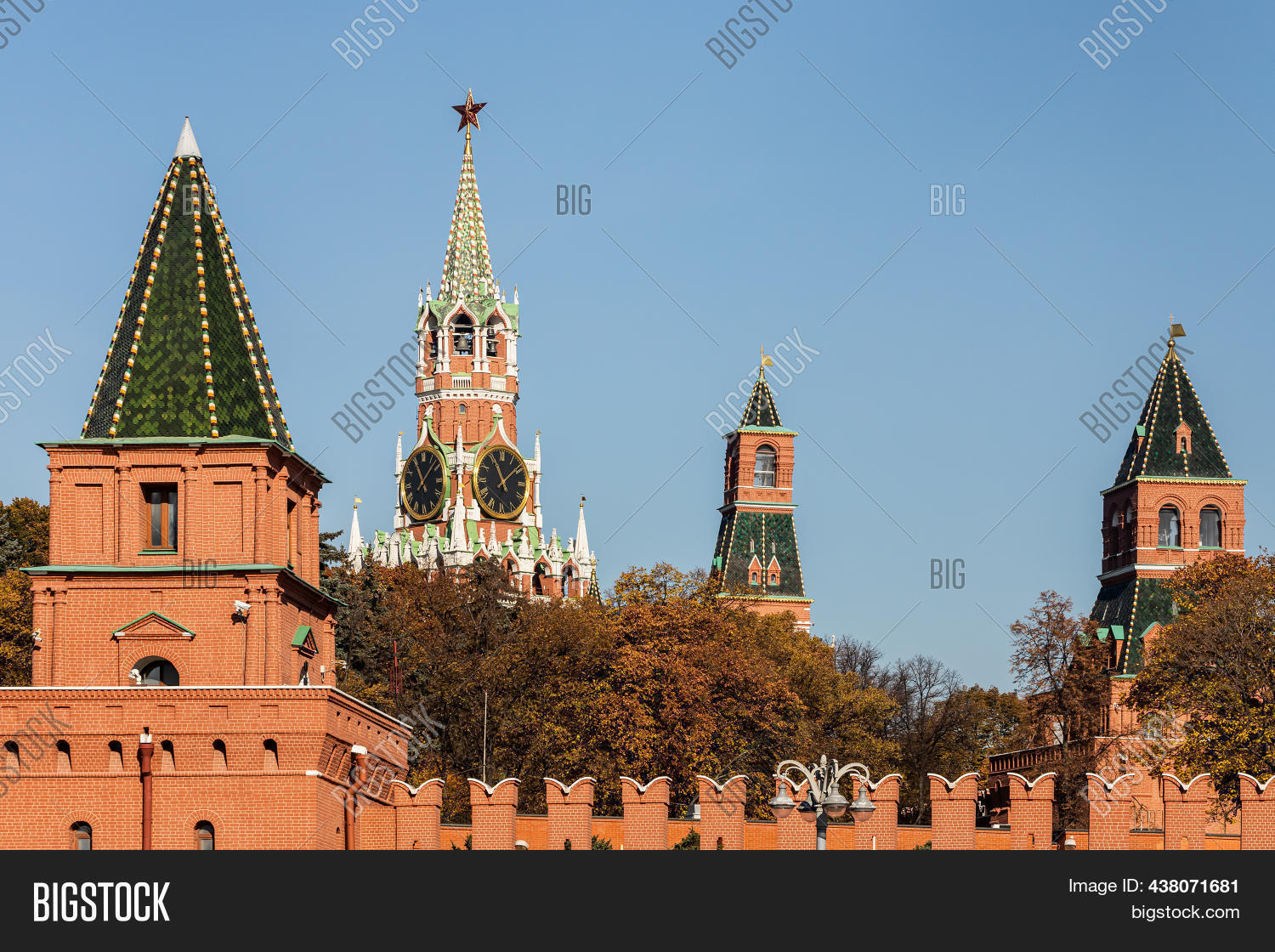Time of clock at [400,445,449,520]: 11:08
